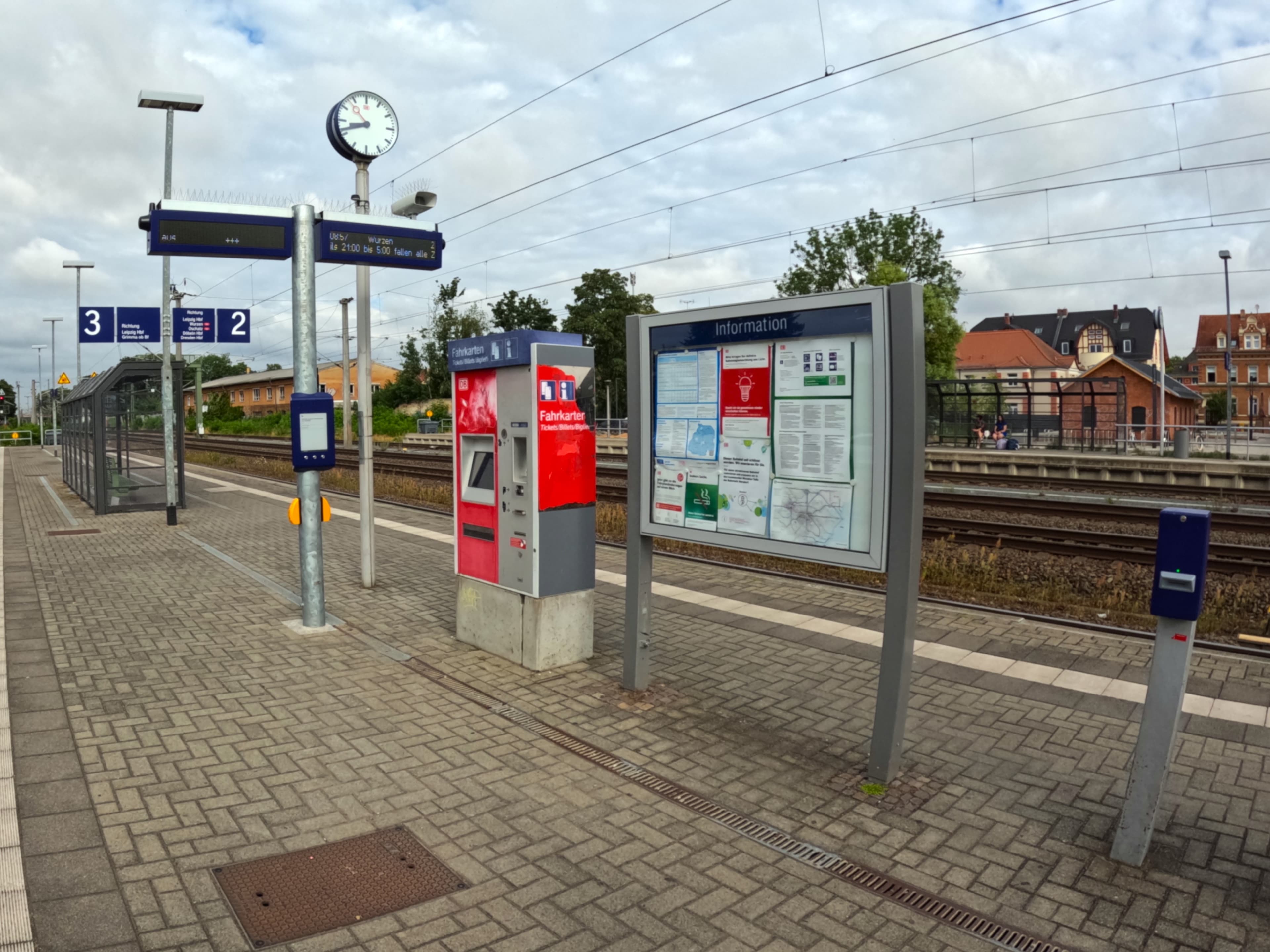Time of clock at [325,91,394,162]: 8:41
